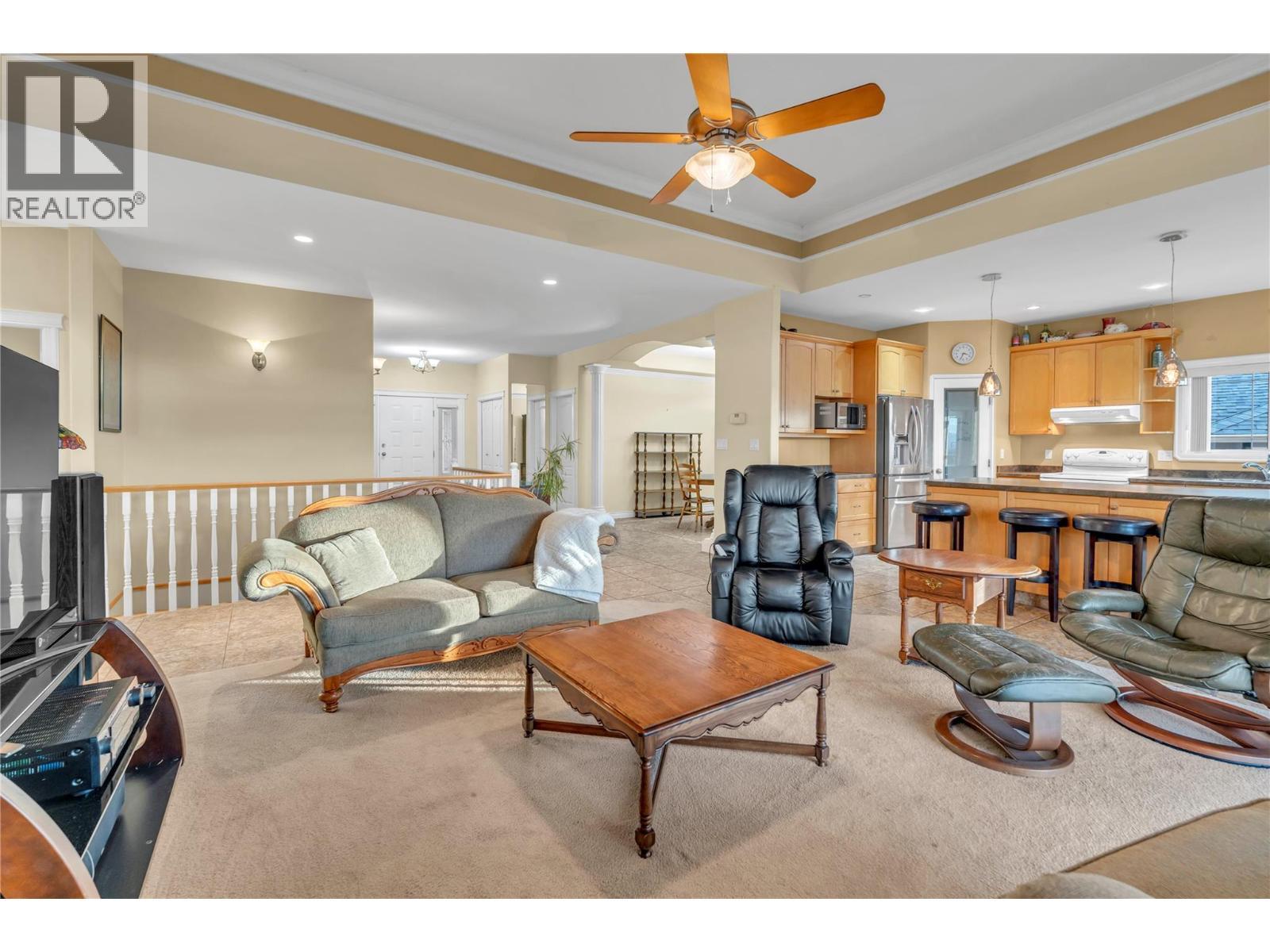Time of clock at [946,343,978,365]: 3:34
